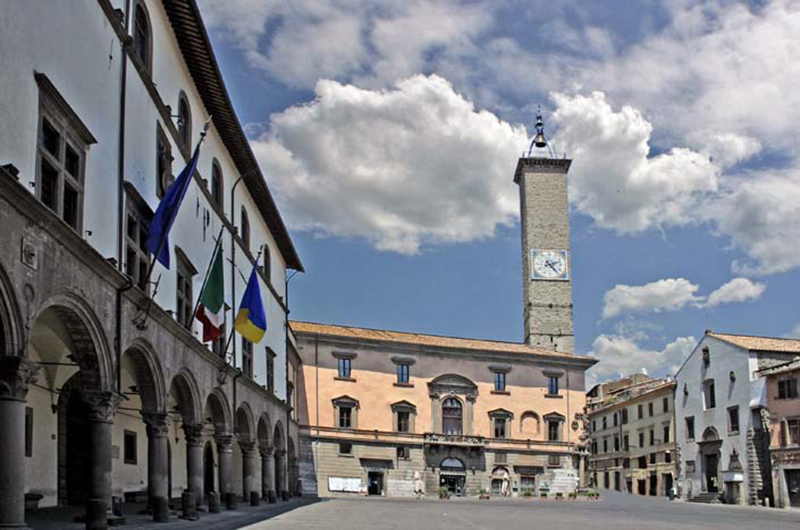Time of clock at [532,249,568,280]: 2:23
